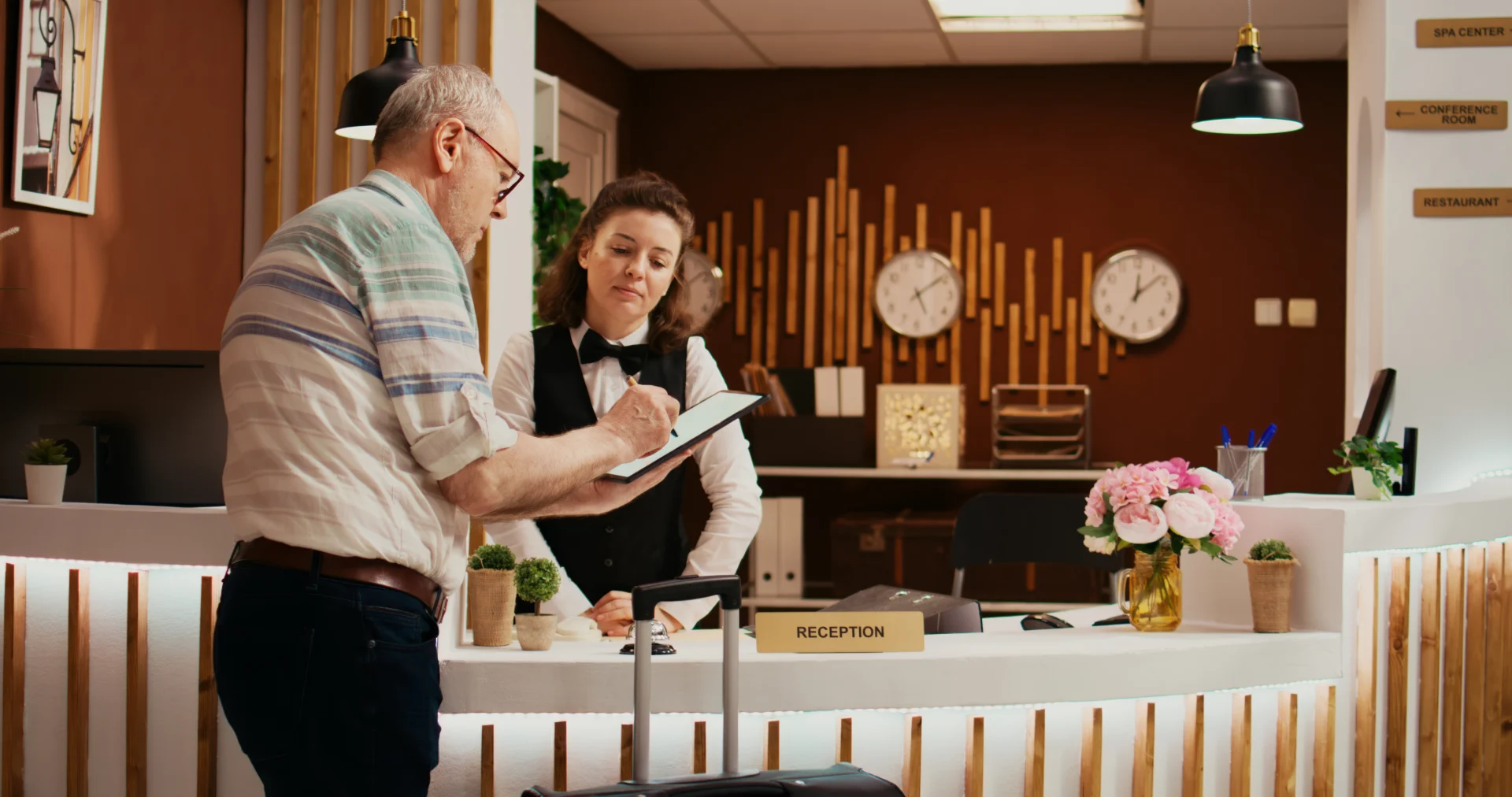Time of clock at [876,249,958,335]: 5:08
